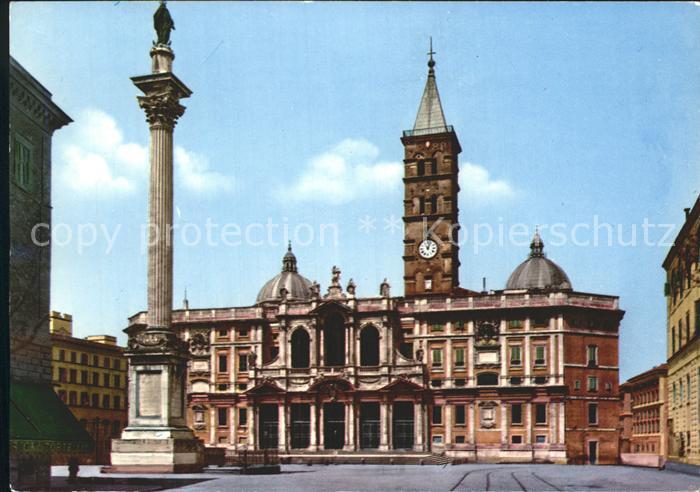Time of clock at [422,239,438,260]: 11:03
